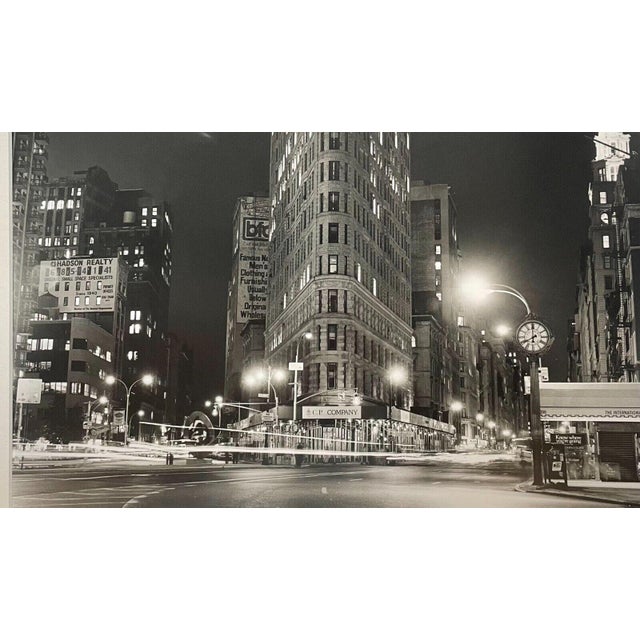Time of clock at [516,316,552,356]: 7:59
